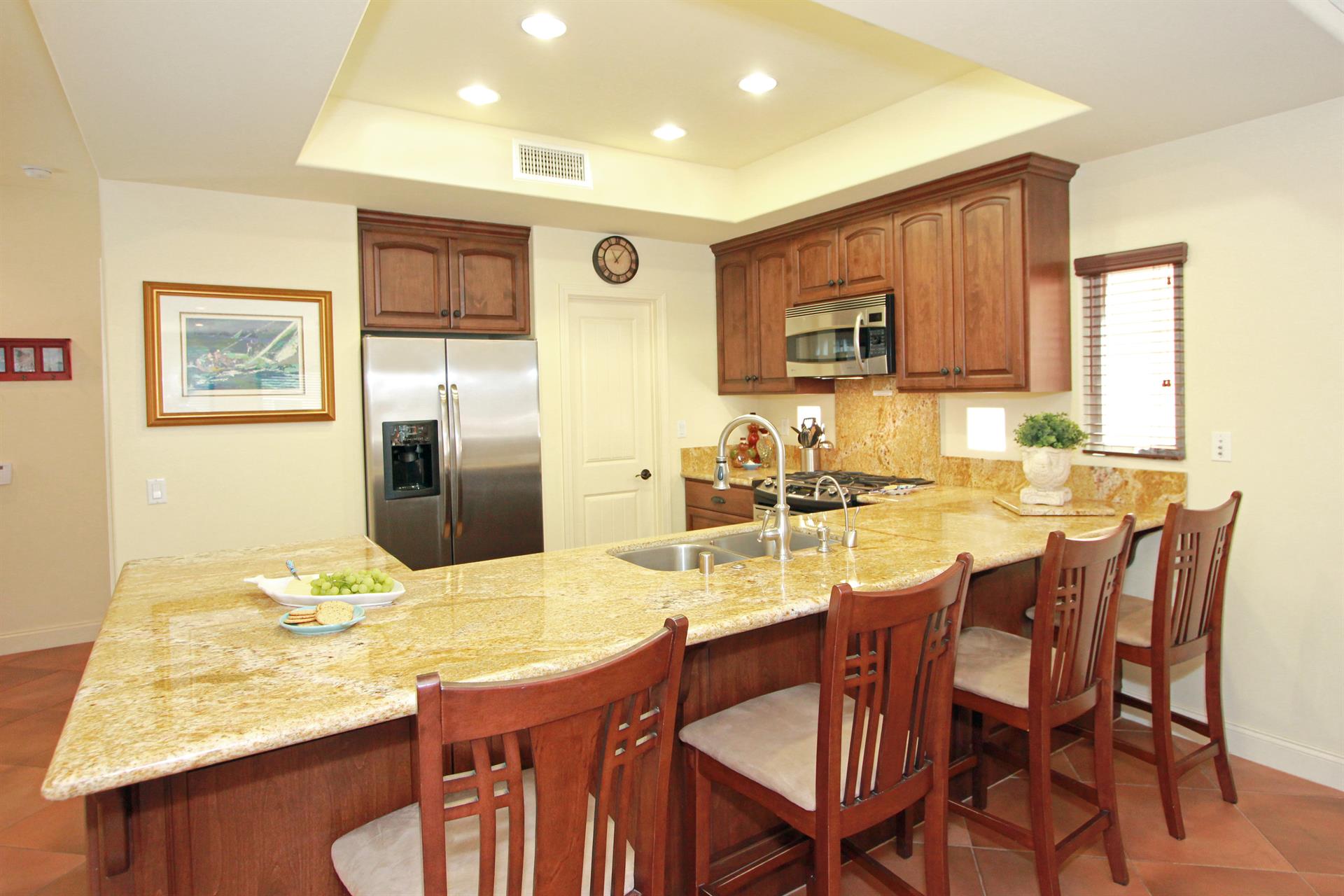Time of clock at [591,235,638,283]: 11:06
